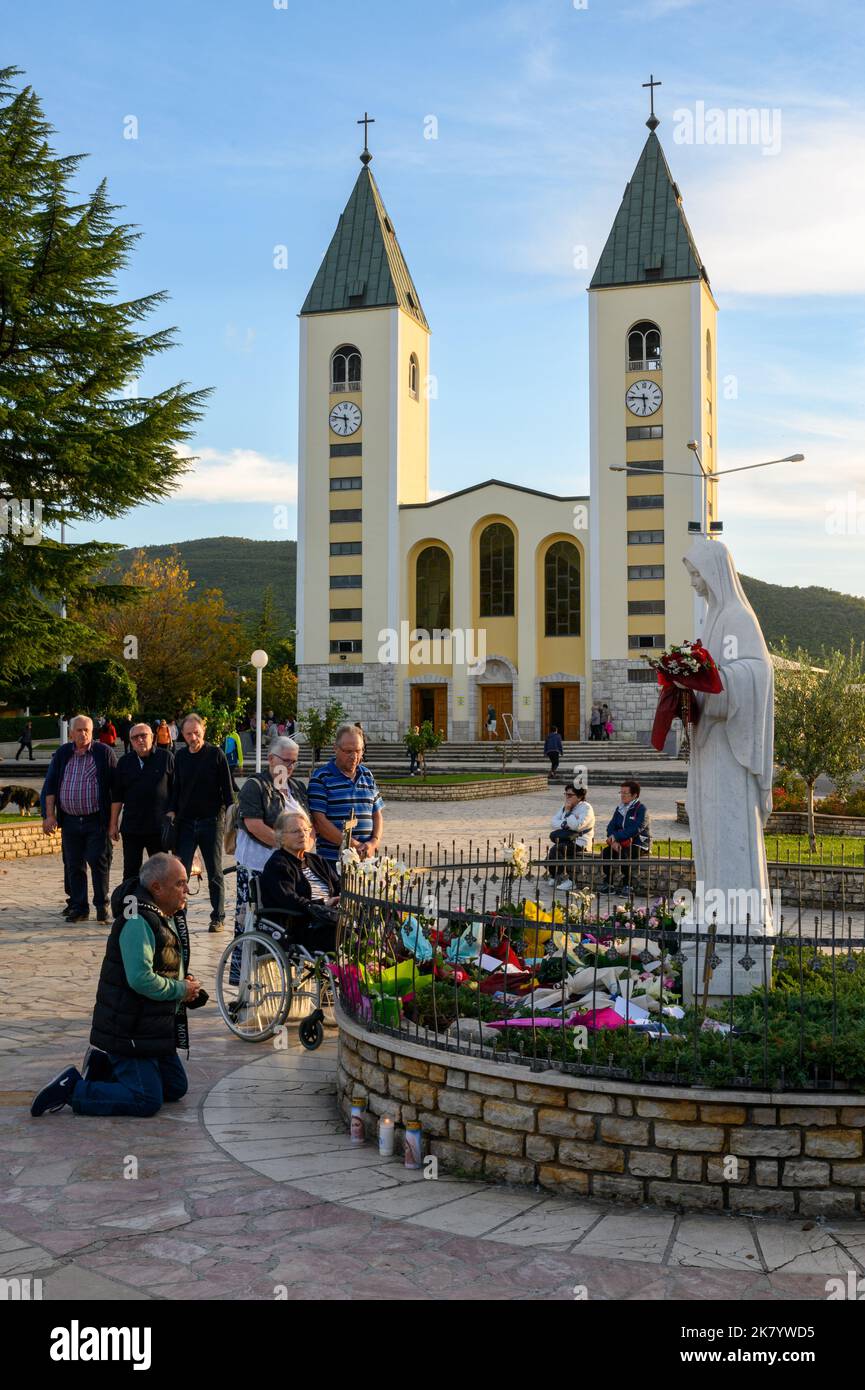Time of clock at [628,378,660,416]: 5:46
